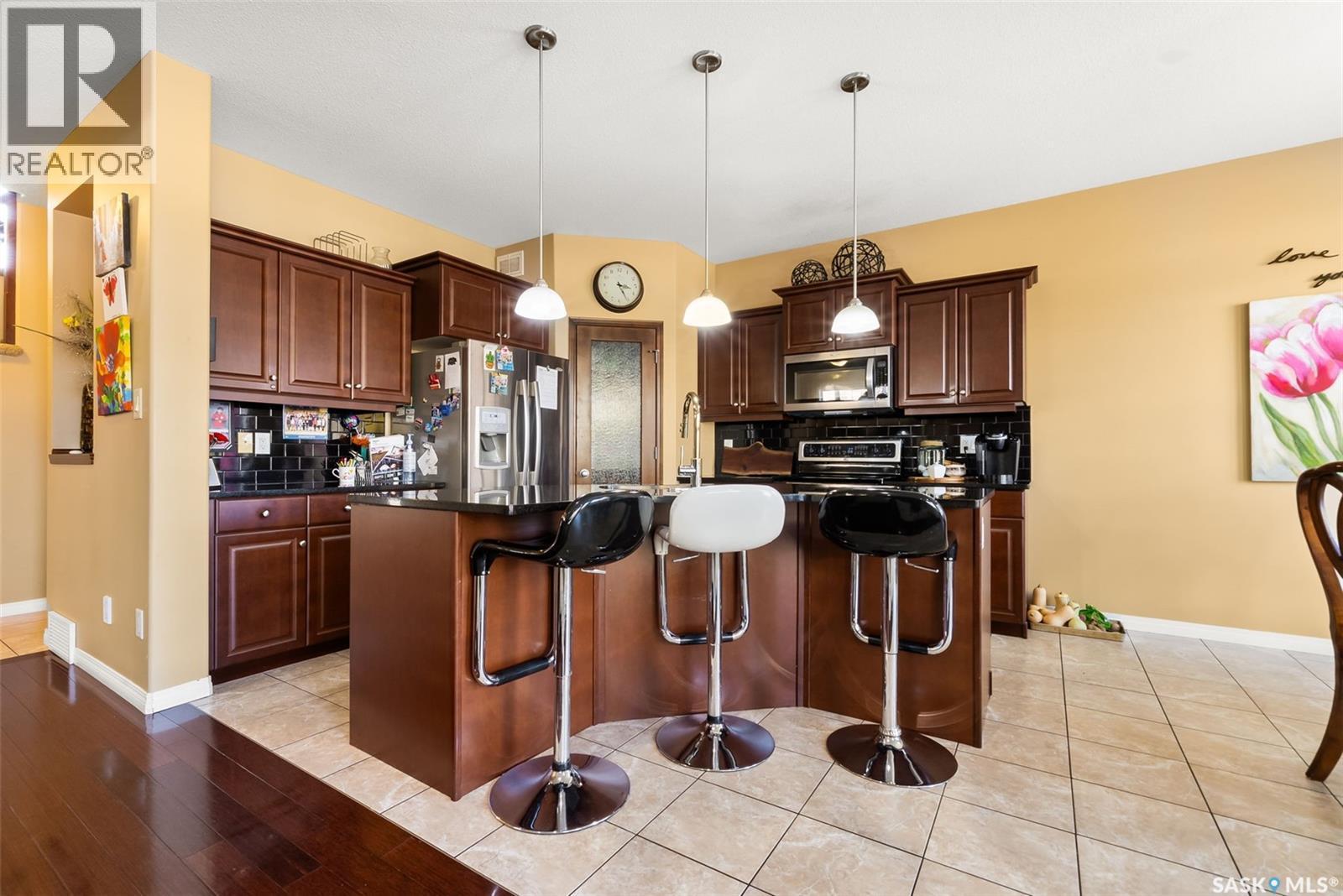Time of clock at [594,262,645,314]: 3:25
